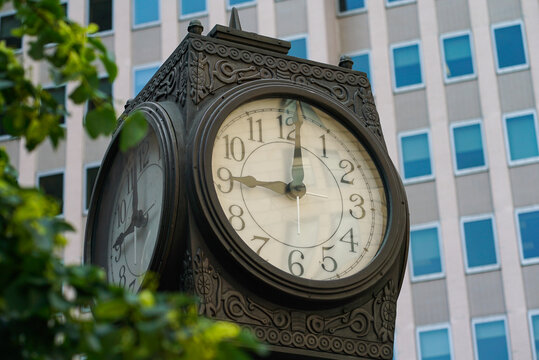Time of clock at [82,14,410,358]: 9:01
